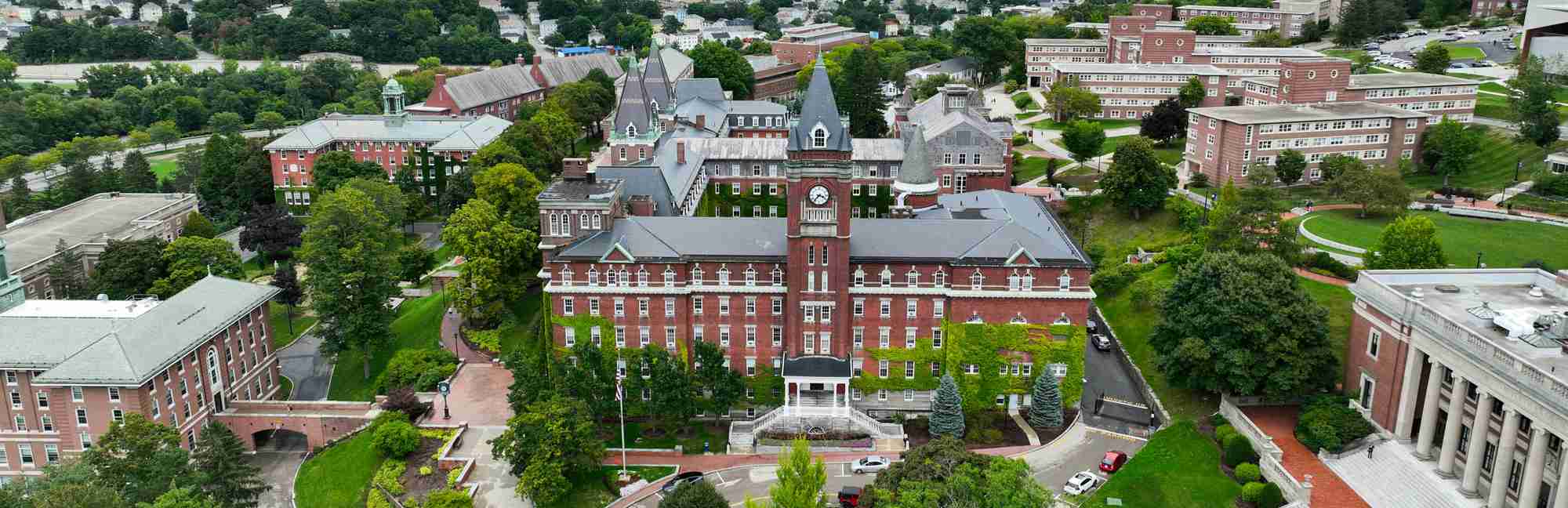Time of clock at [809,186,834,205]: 3:36
